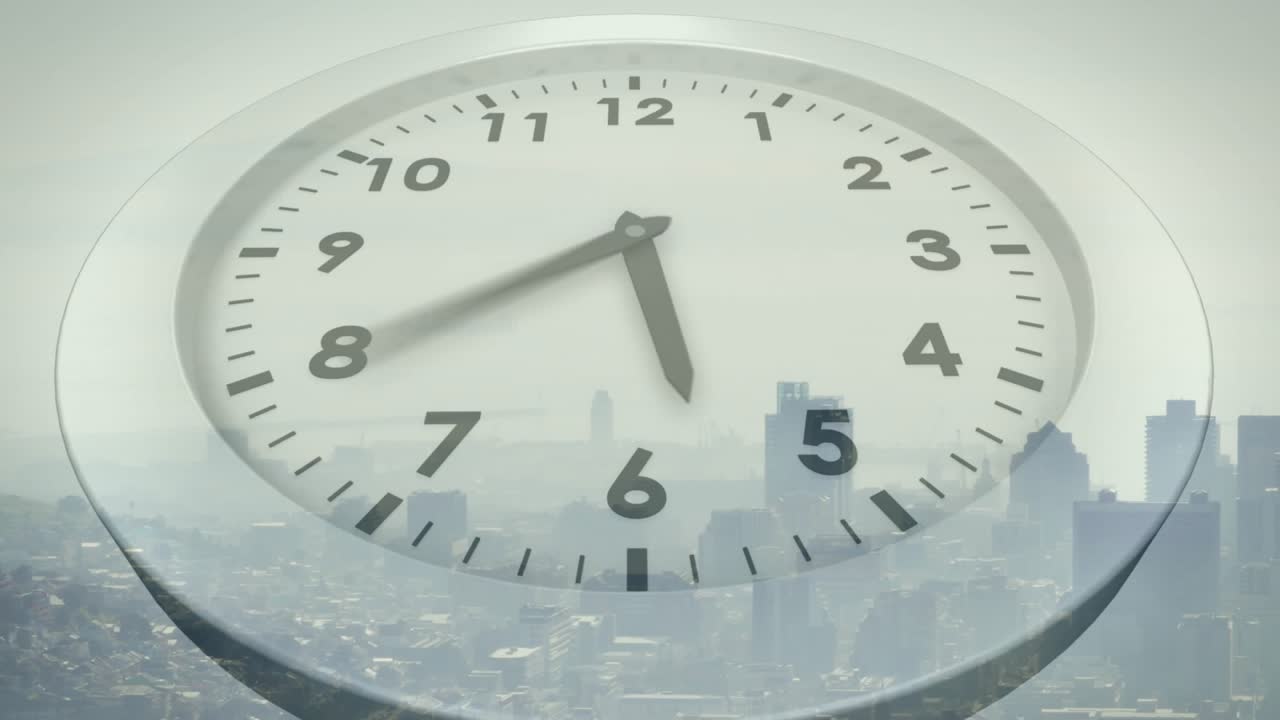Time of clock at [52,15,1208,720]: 5:39
